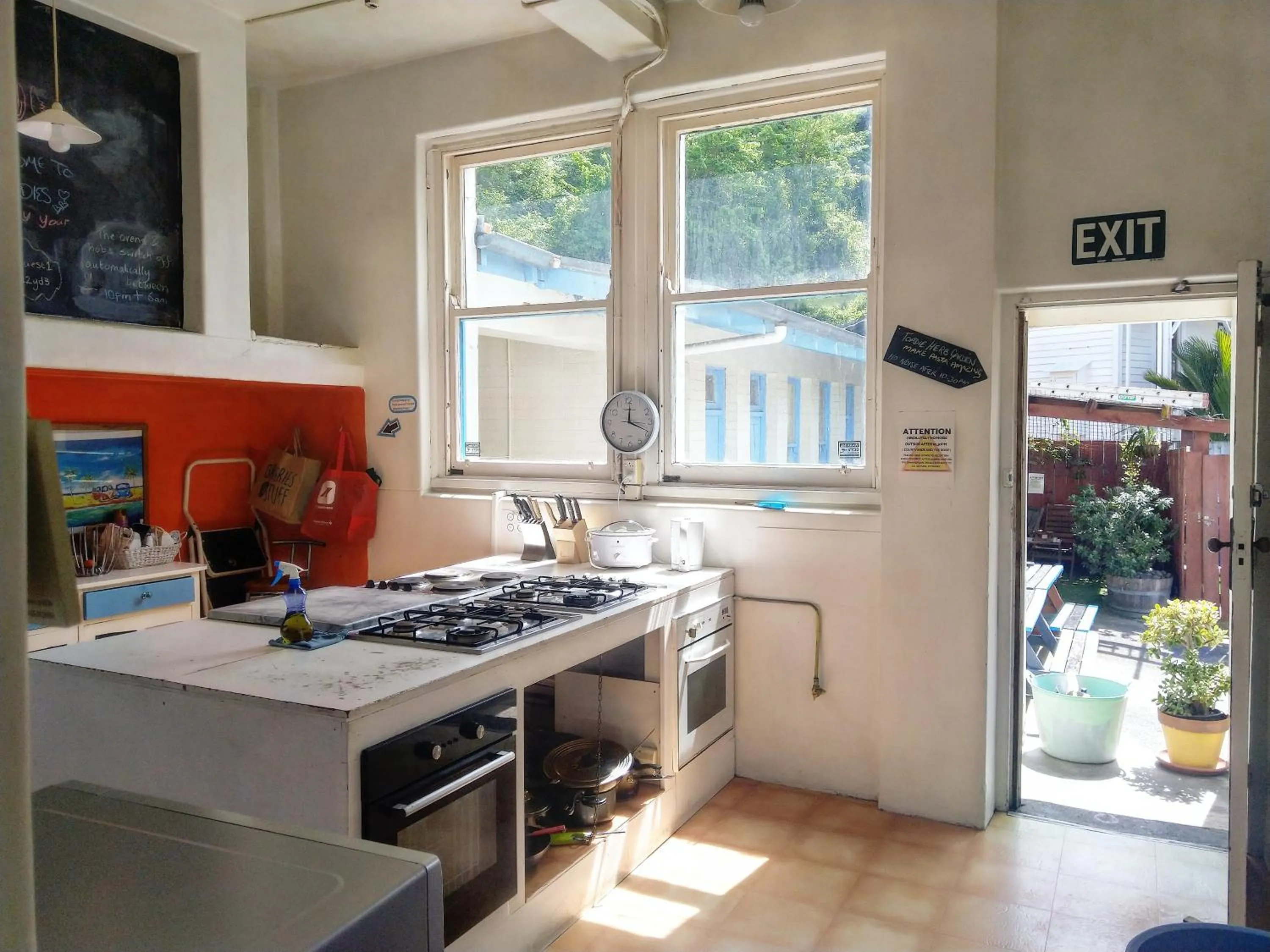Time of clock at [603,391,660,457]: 12:18
